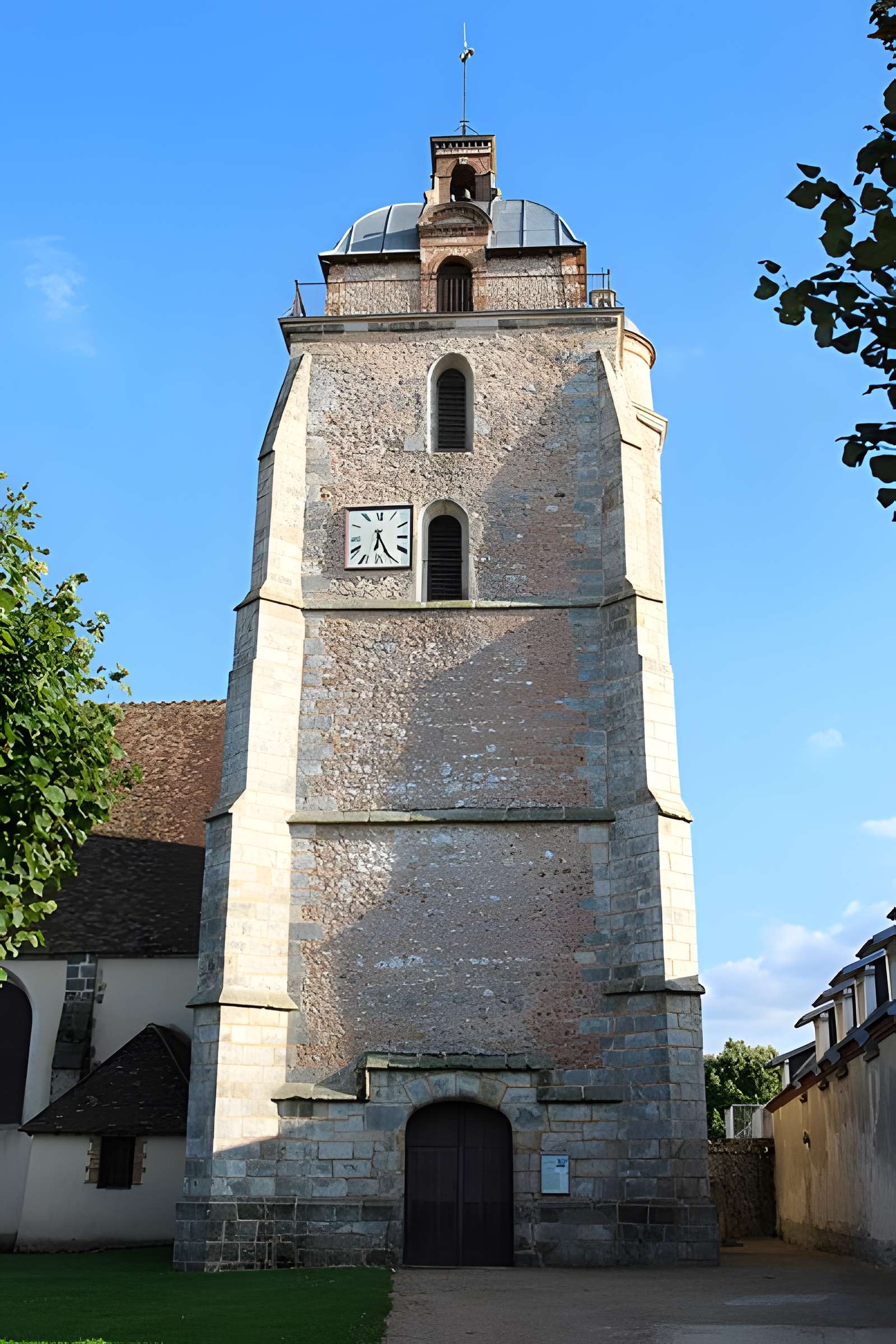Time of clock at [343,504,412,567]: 6:25
